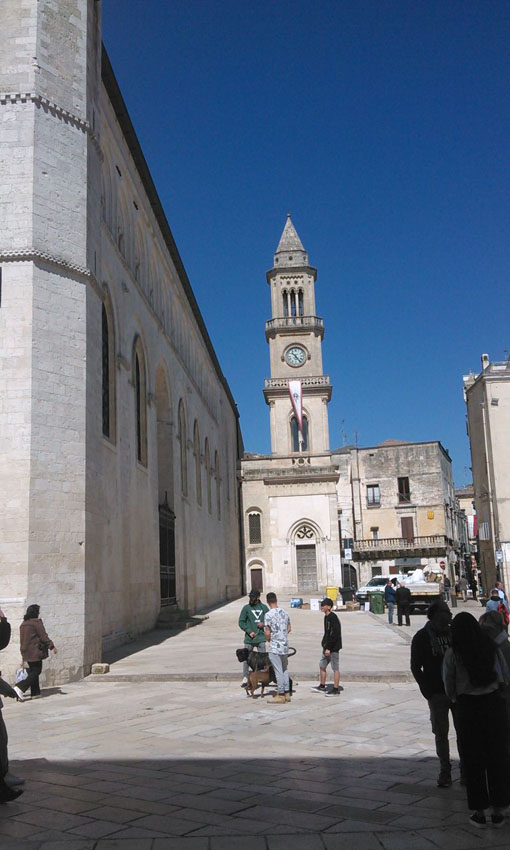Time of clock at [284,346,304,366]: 6:23
